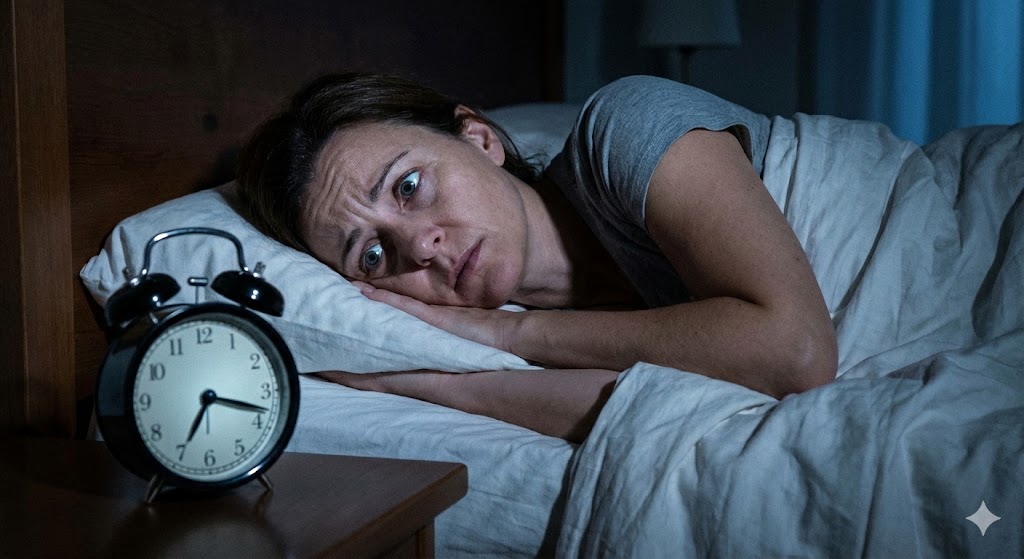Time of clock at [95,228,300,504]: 3:34
